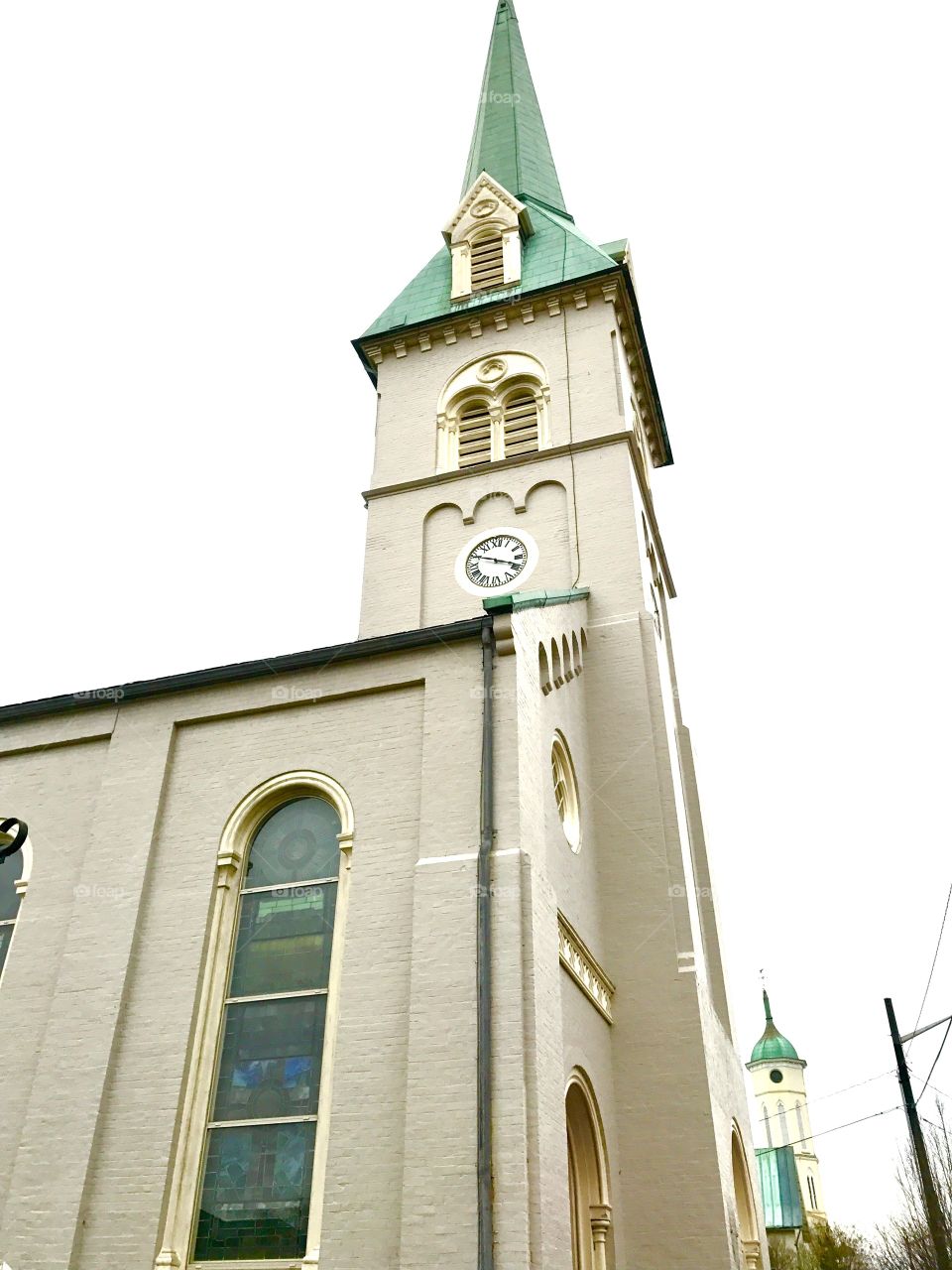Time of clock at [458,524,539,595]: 3:48
